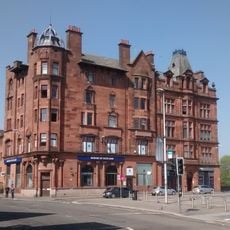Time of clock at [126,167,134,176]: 4:35
